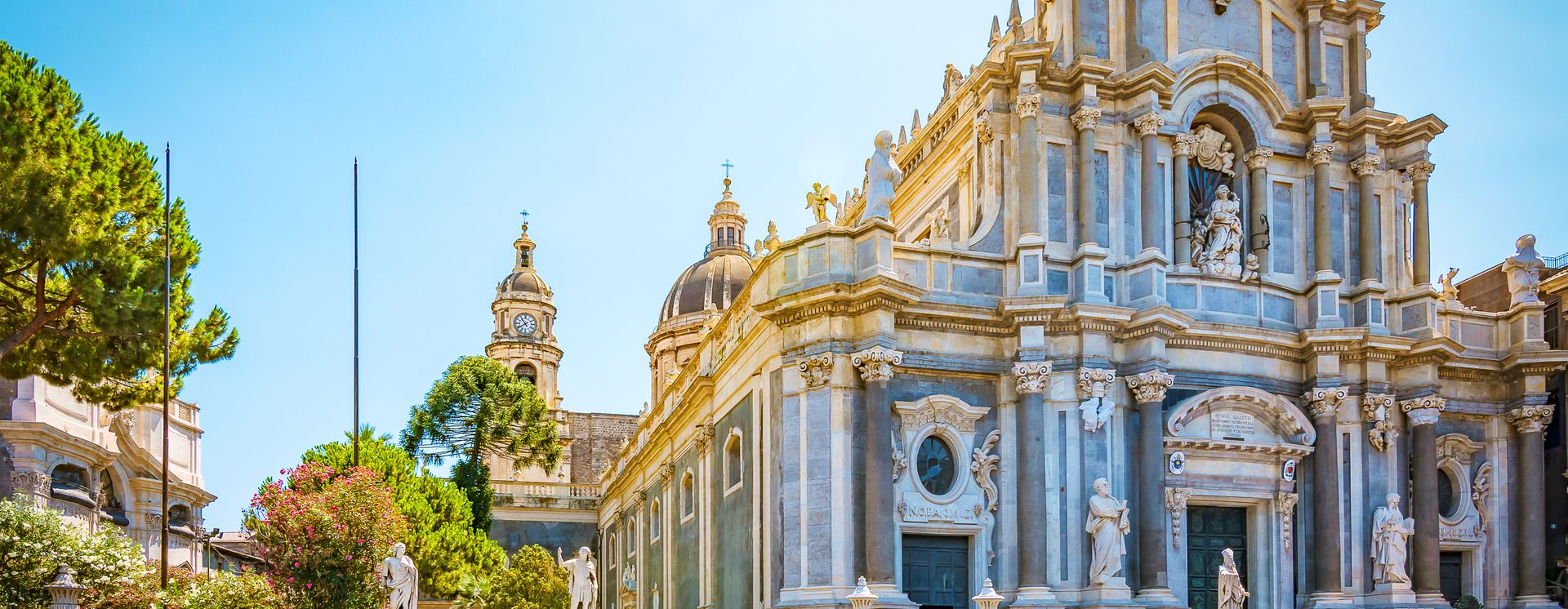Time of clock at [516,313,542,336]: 10:39
